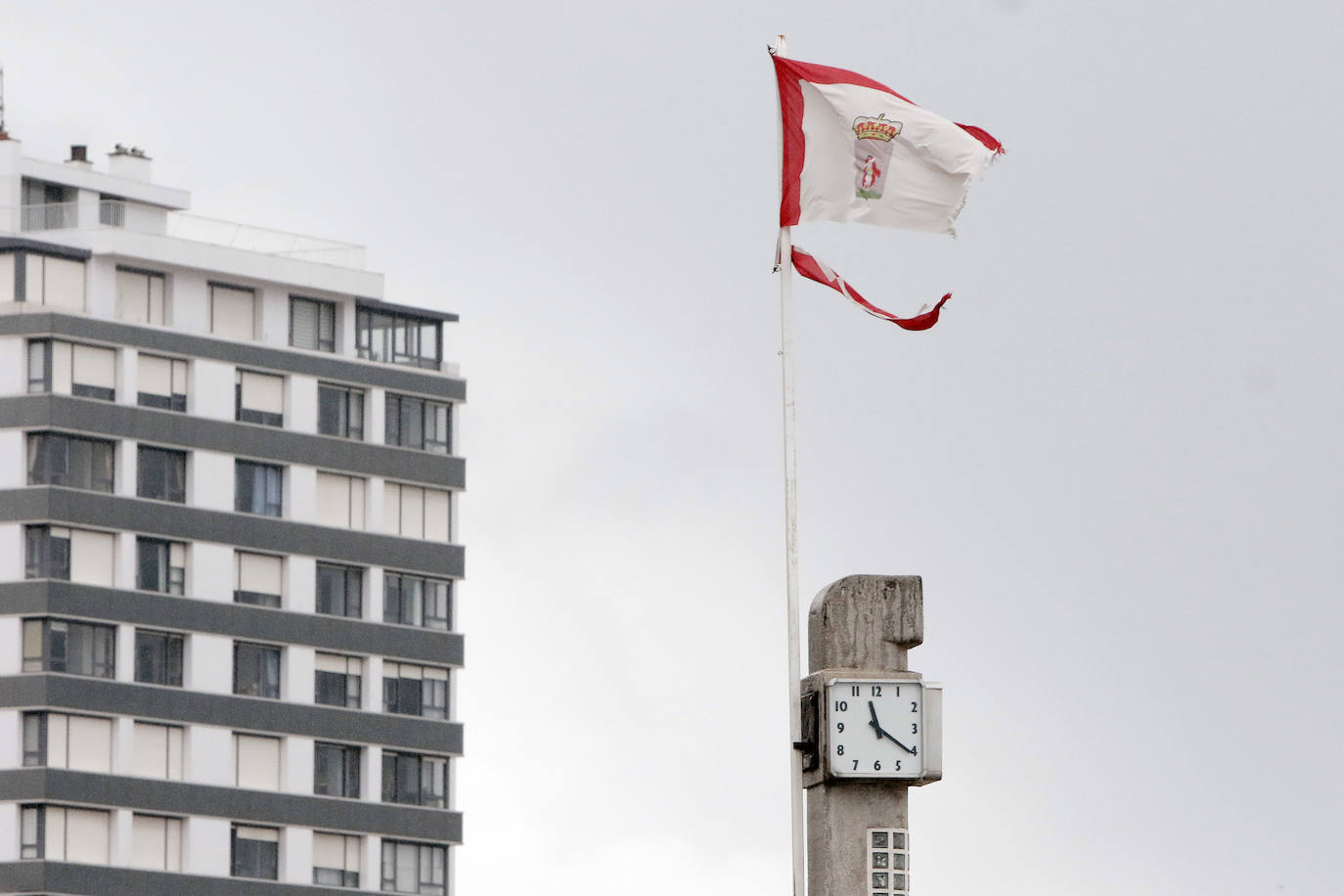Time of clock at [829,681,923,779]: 11:20
